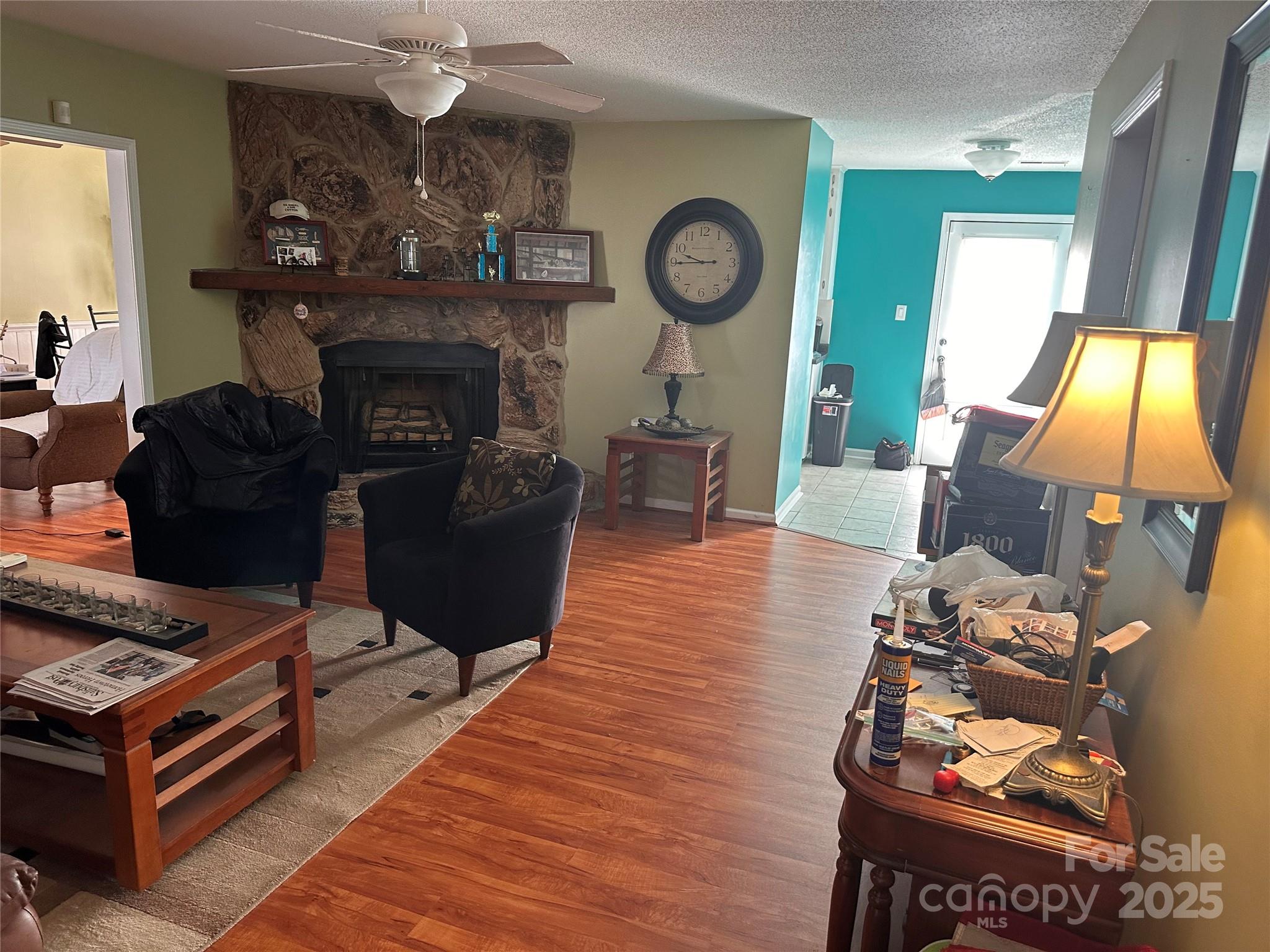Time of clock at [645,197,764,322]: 9:44
